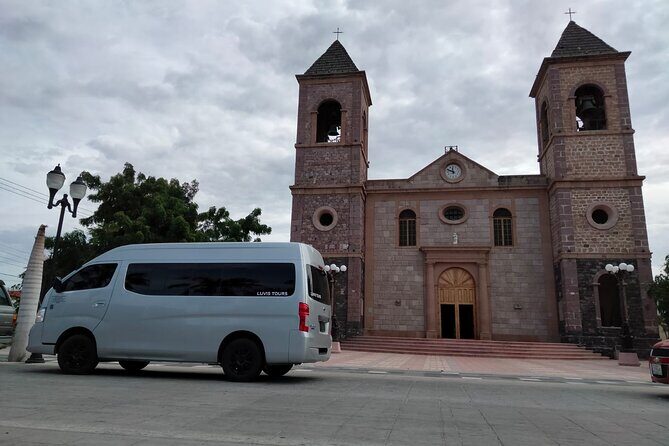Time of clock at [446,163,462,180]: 11:48
